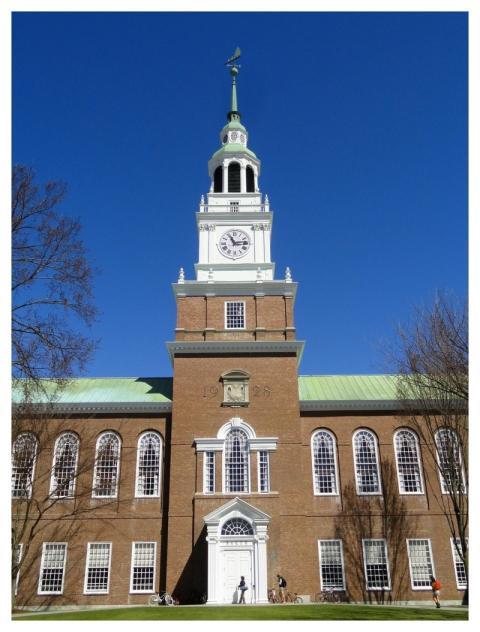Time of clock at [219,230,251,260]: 11:13
